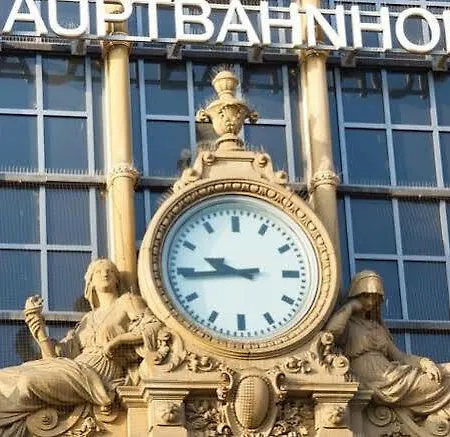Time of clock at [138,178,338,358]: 9:44
